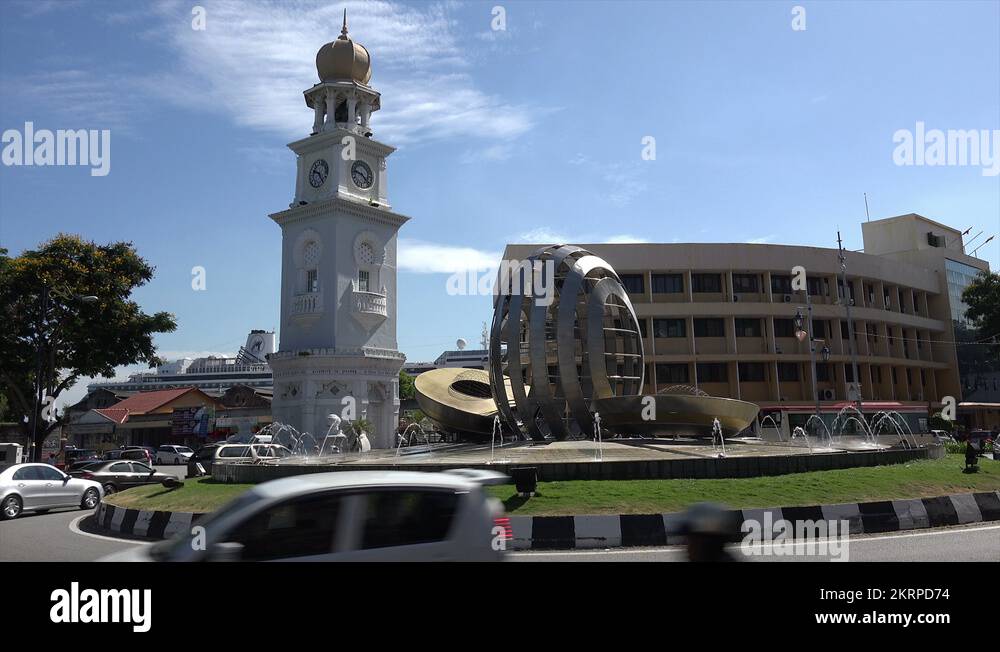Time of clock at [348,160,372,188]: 9:22
